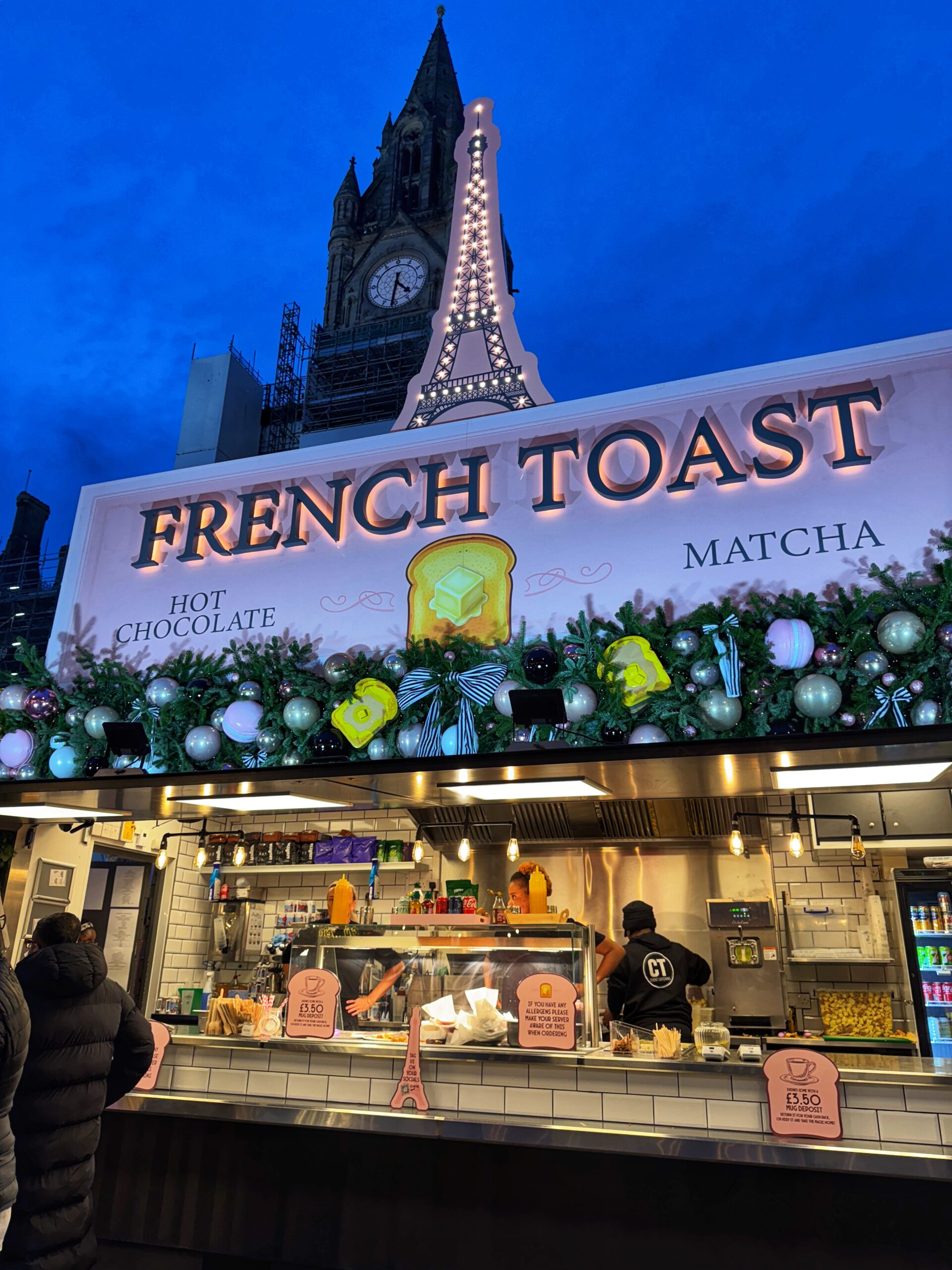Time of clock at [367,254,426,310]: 4:31
